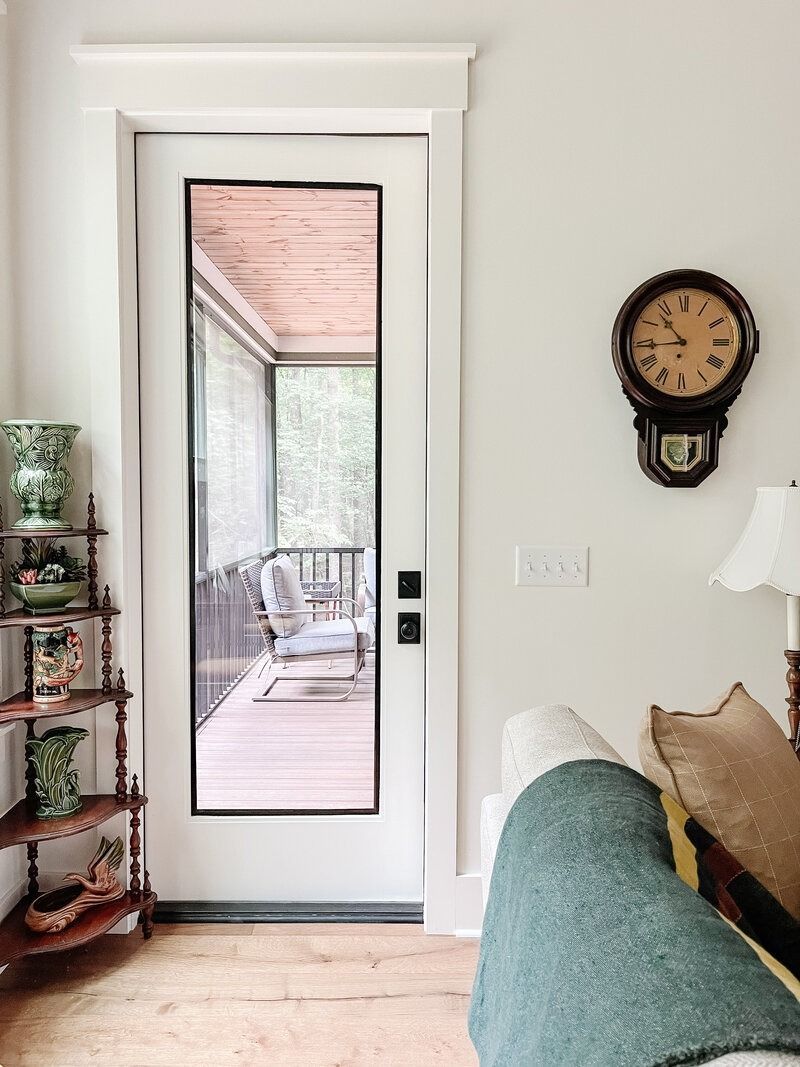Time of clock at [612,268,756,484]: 10:43
